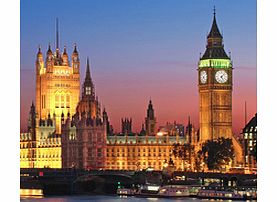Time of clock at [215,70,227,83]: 5:07
